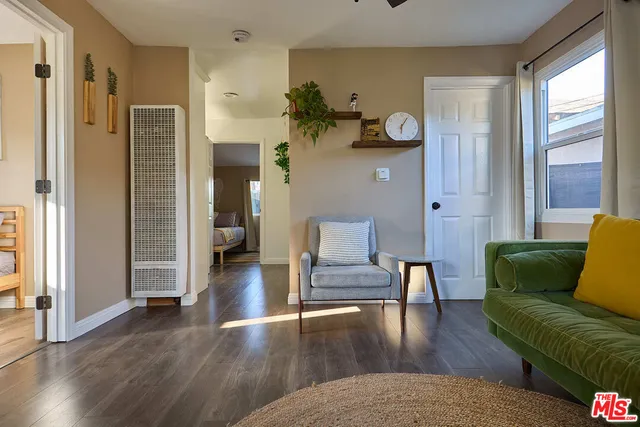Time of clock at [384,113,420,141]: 6:05
